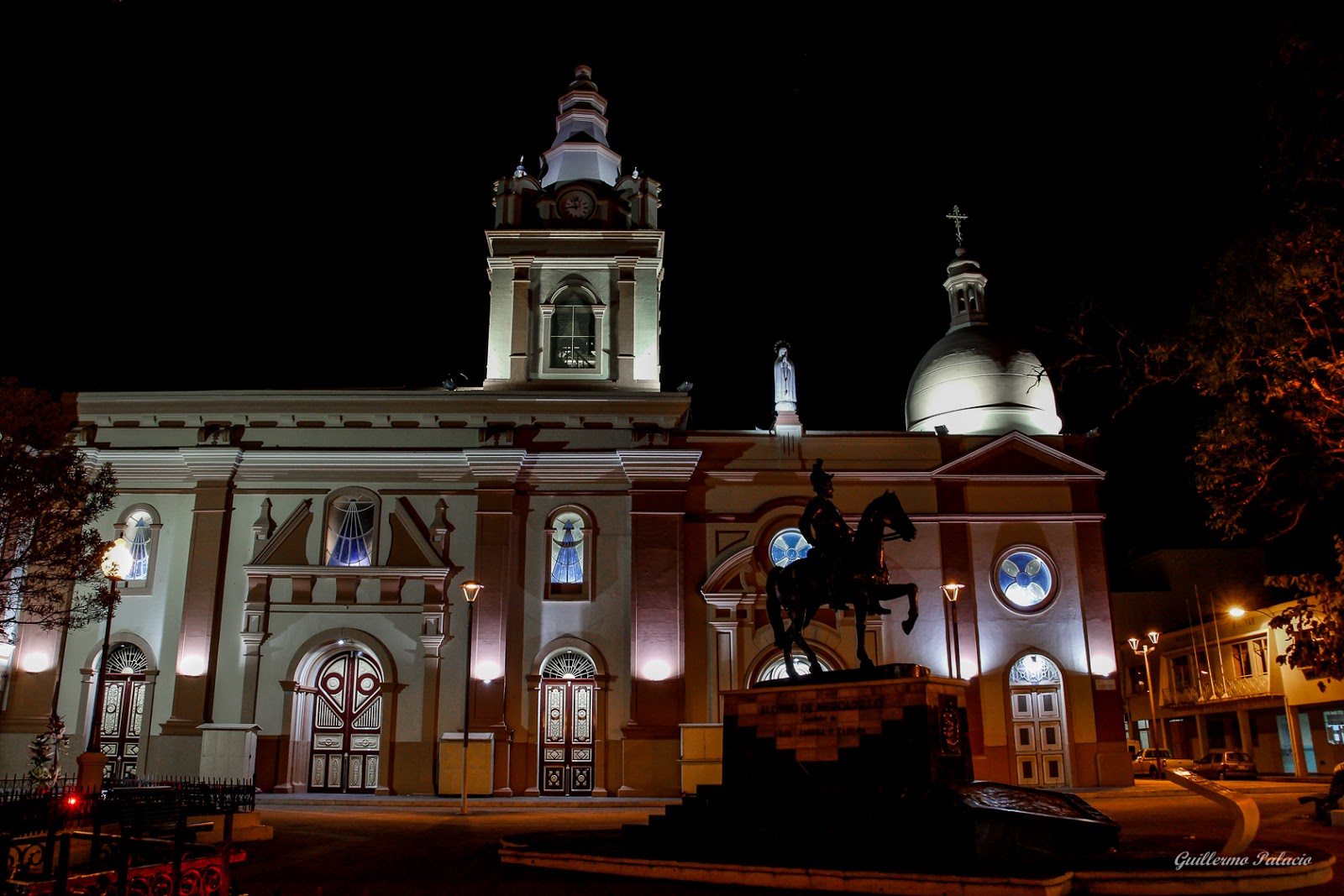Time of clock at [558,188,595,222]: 11:42
